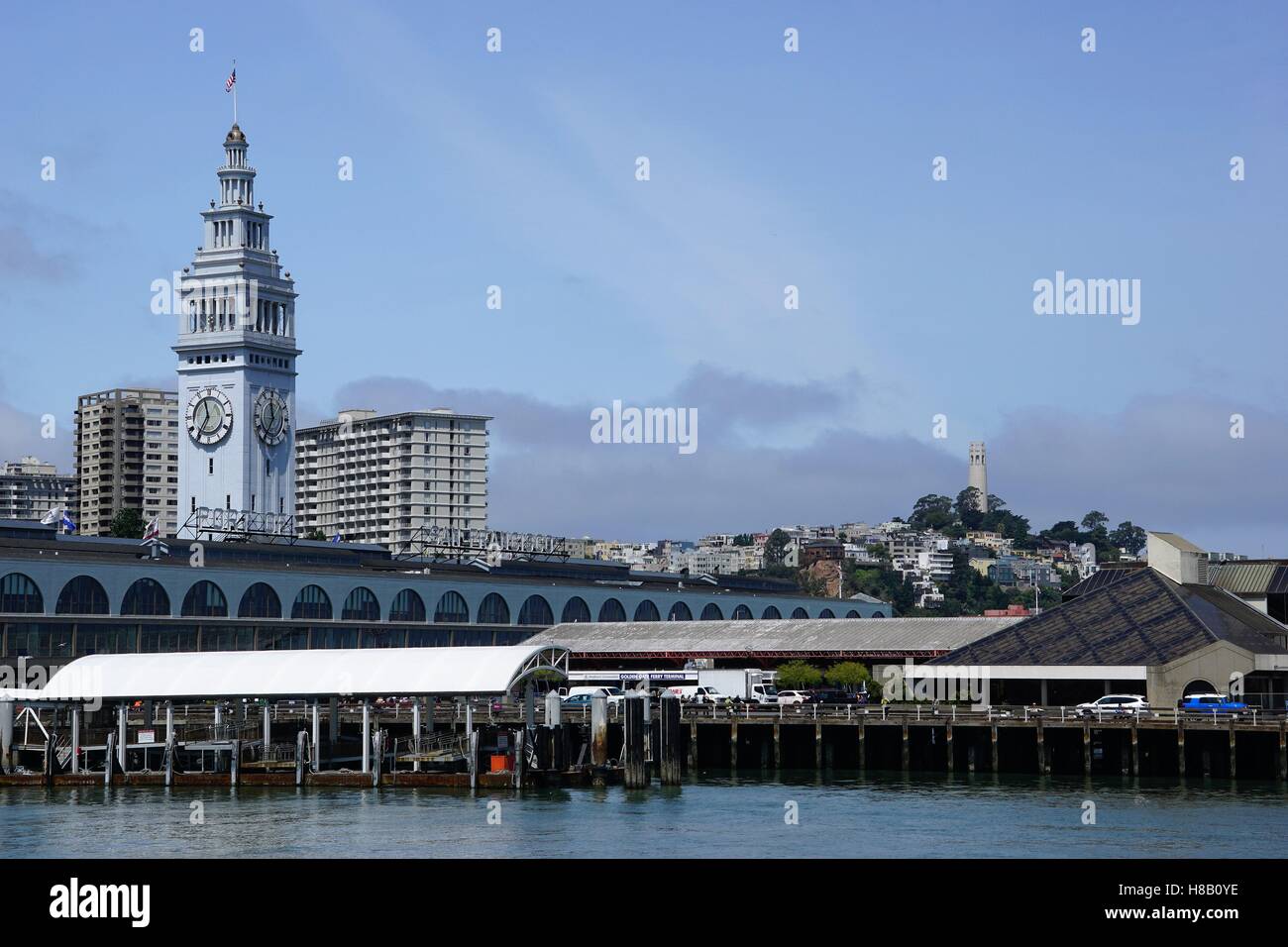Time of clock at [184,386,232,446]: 11:35
